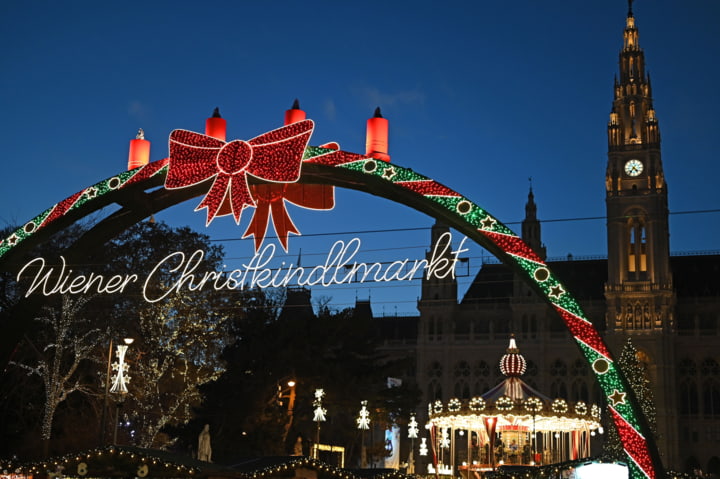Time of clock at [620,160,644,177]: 4:36
